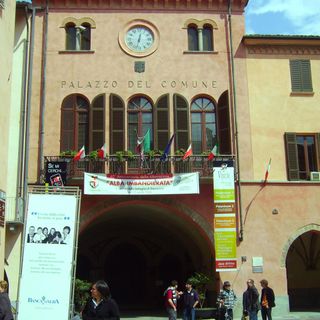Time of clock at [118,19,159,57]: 12:32
